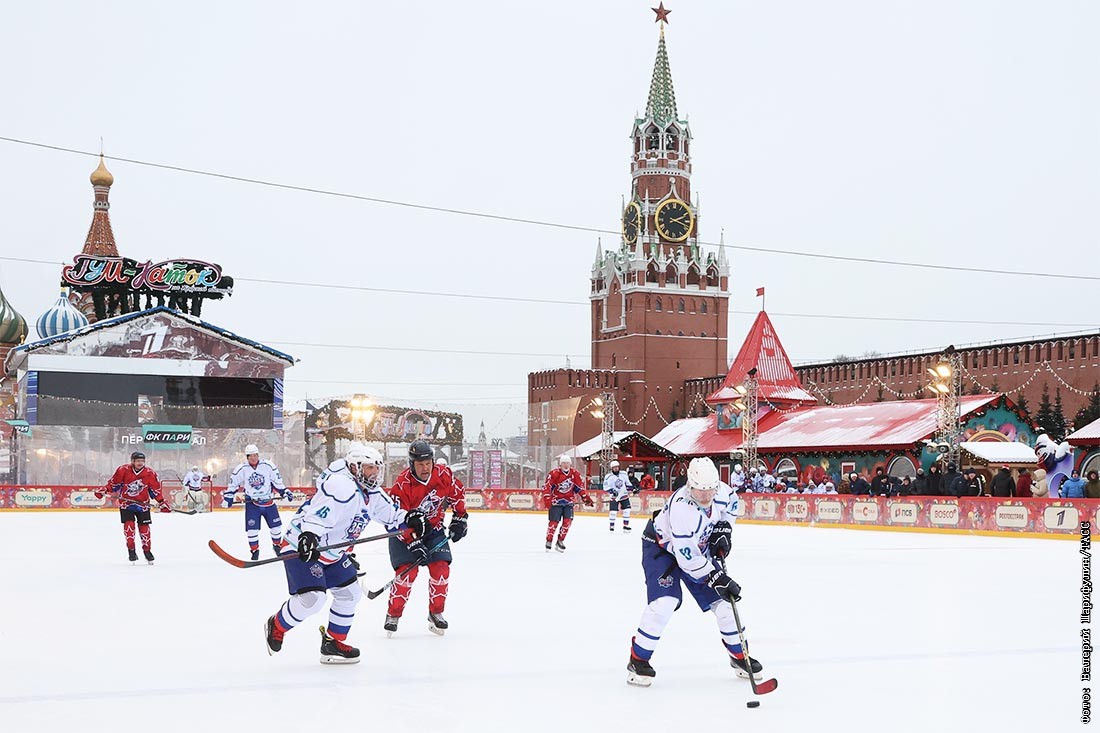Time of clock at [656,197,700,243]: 2:18
